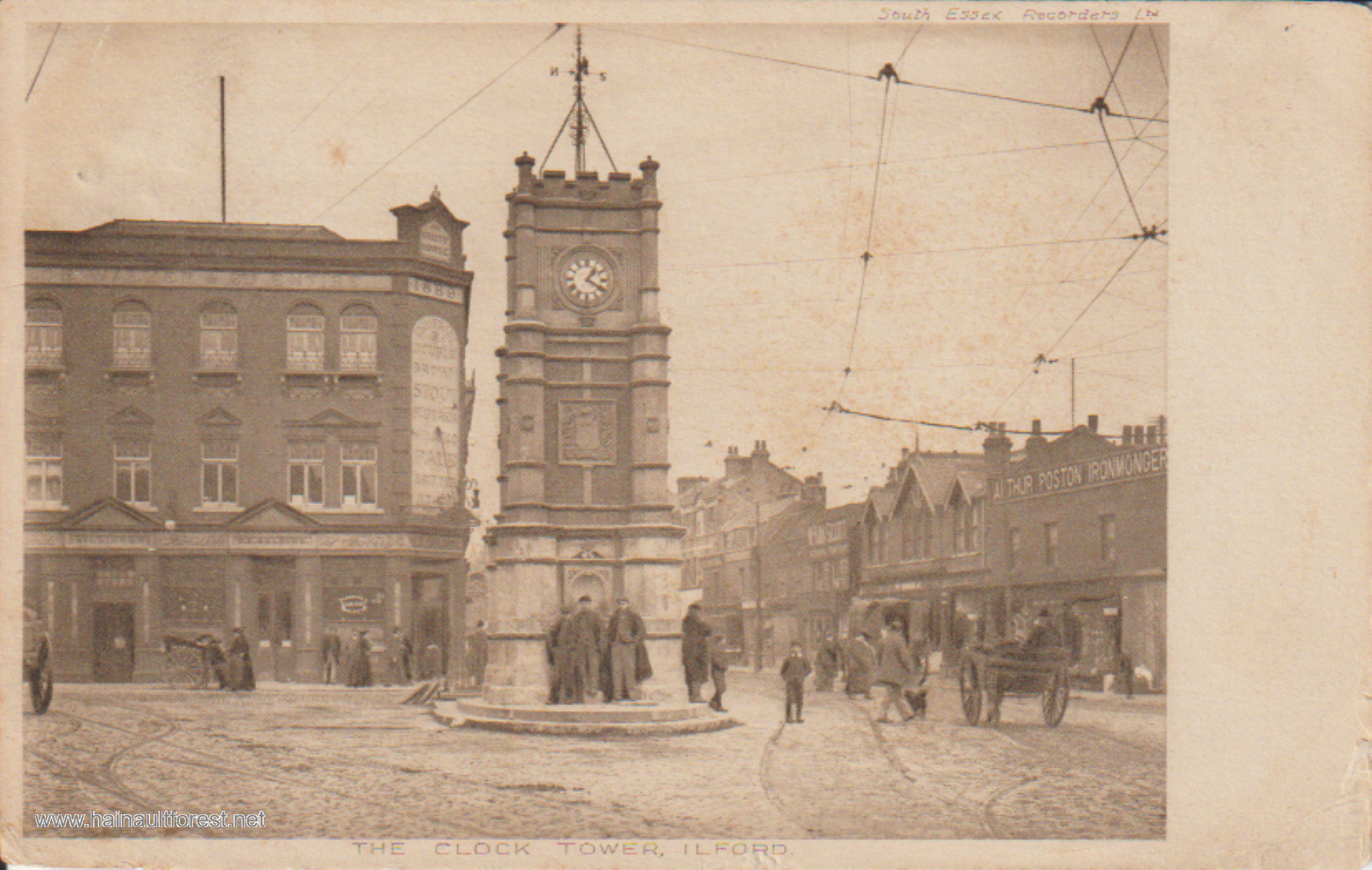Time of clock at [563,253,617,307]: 1:20
